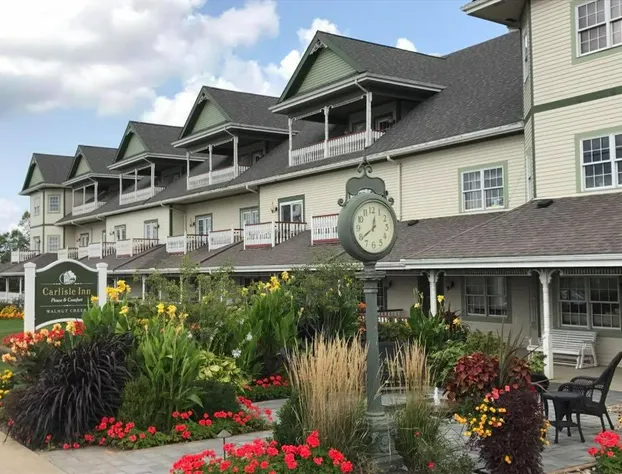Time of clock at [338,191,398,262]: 12:39
